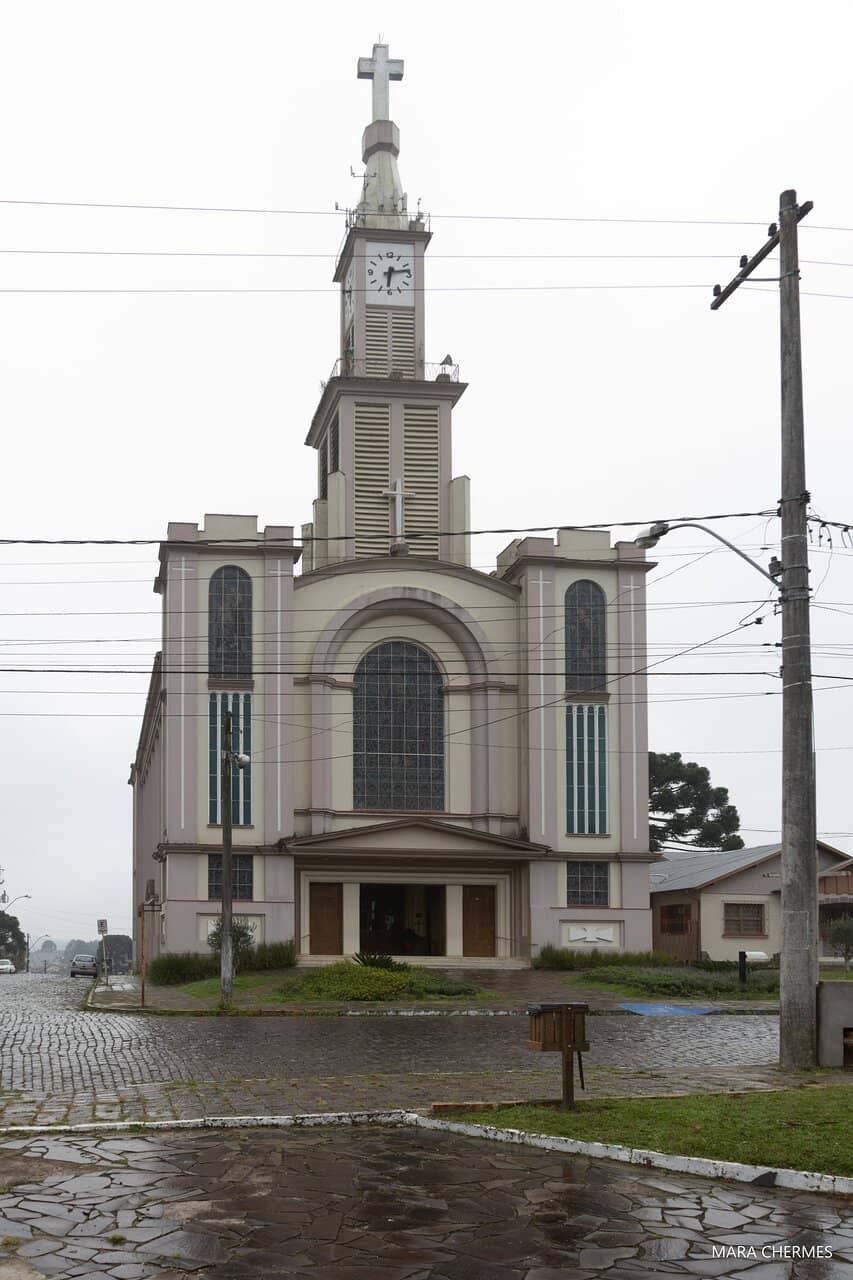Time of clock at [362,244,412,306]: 6:13
